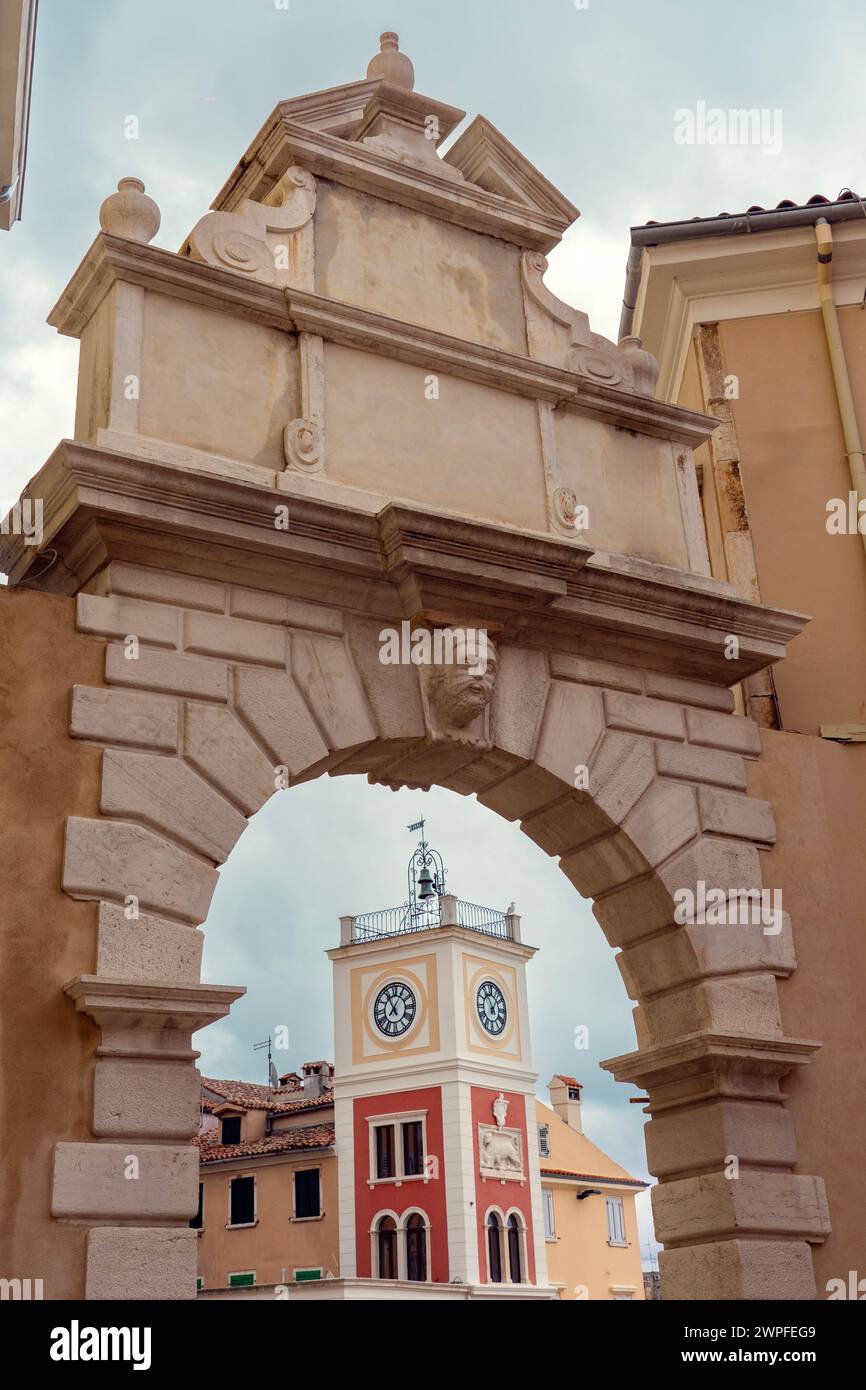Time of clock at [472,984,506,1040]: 11:07
